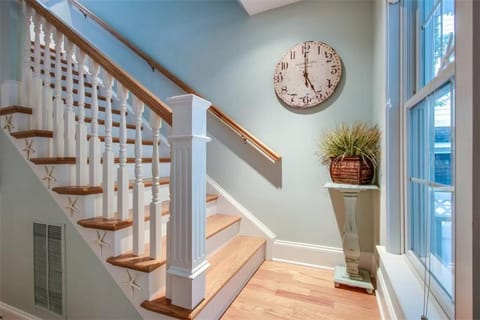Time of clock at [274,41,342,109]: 5:00
